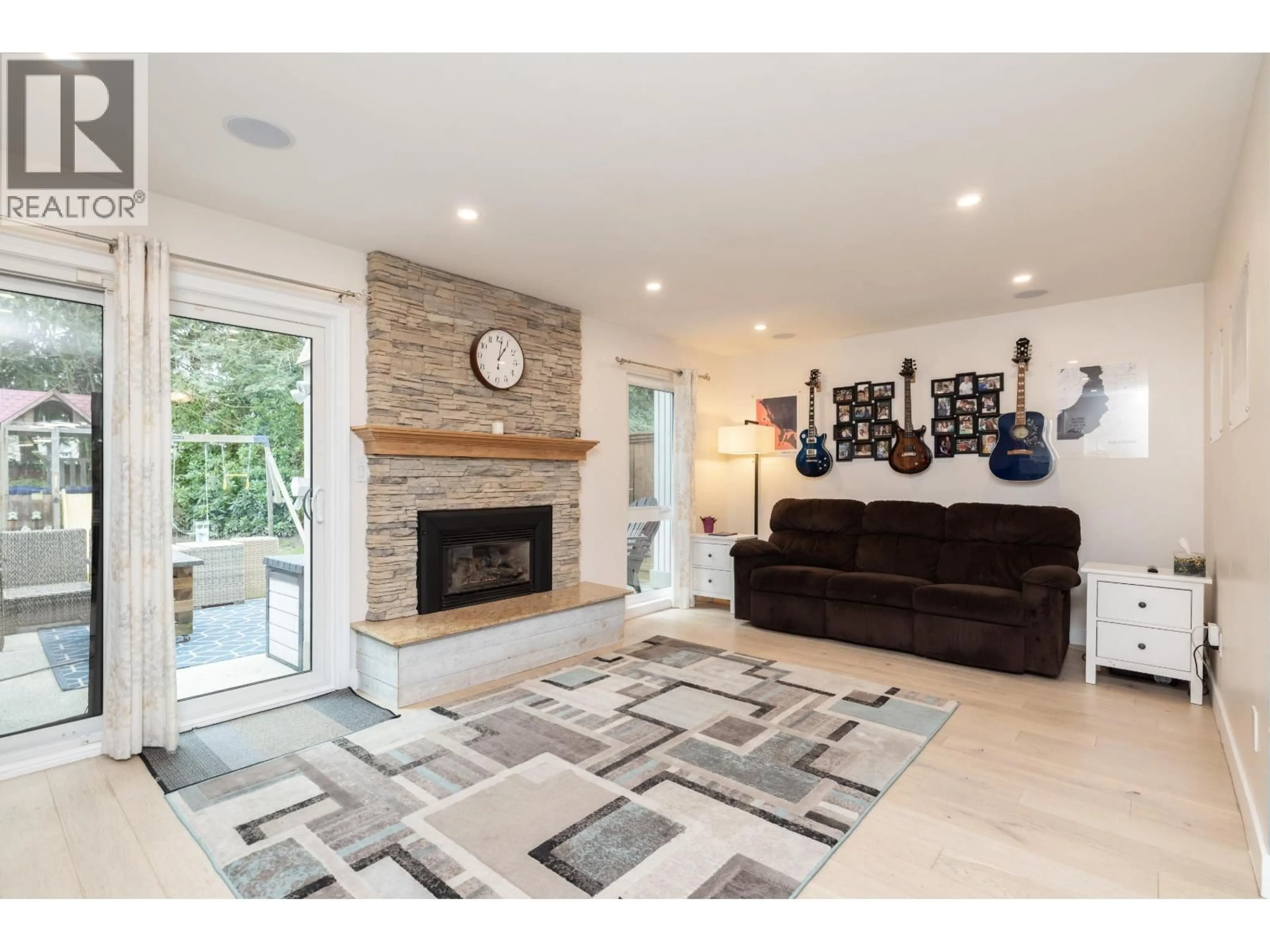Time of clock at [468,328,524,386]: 1:01
